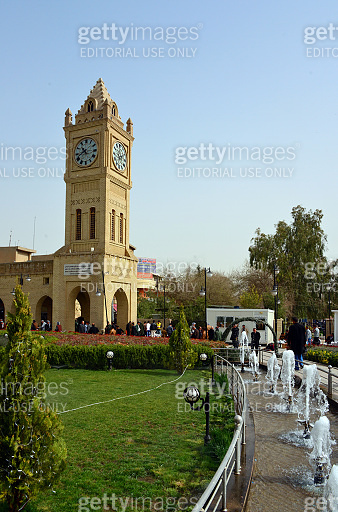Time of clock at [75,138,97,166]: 10:41
